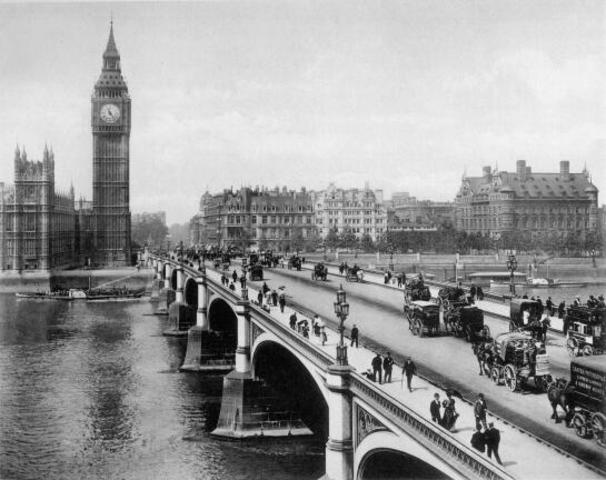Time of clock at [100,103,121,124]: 11:23
